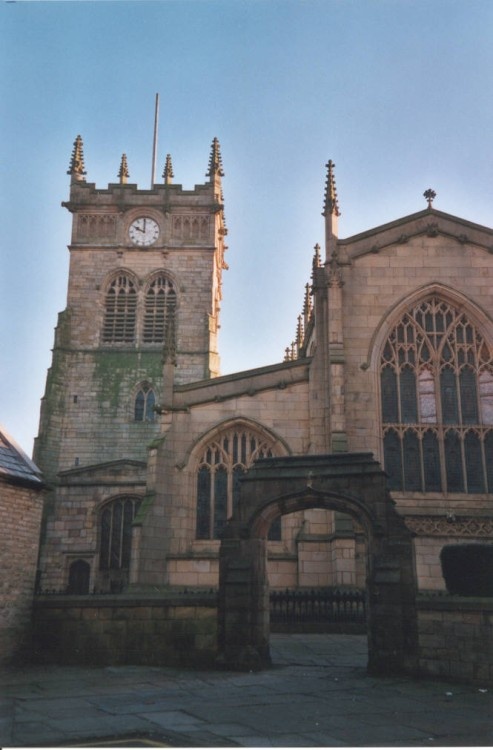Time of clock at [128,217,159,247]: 10:00
